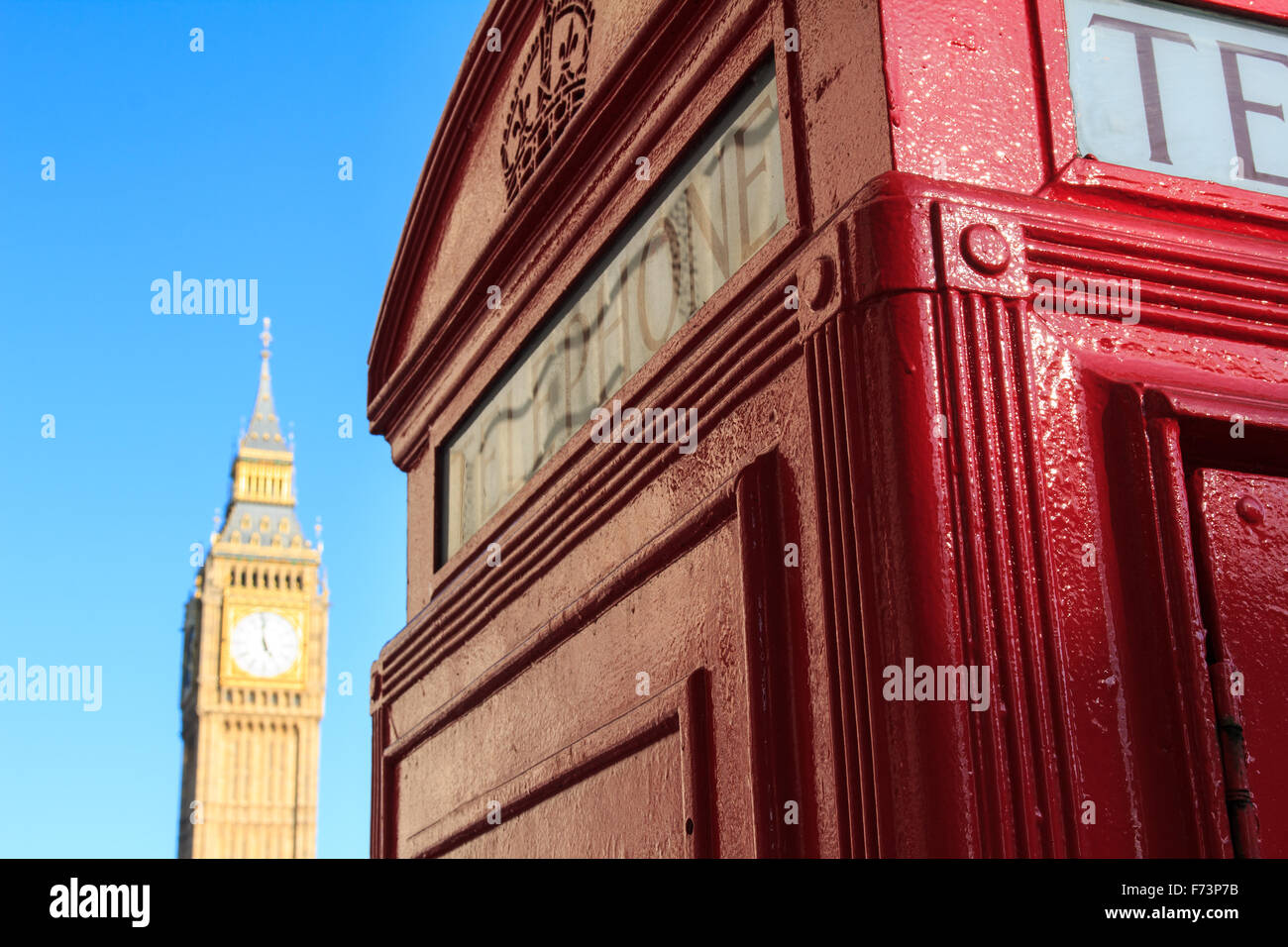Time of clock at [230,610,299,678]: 4:59
